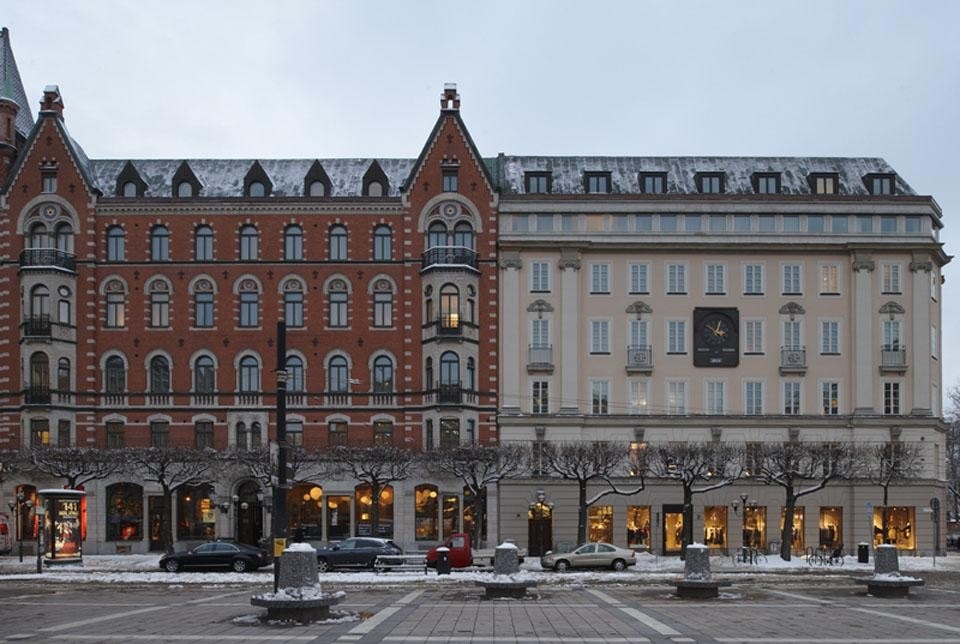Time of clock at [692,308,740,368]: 2:50
